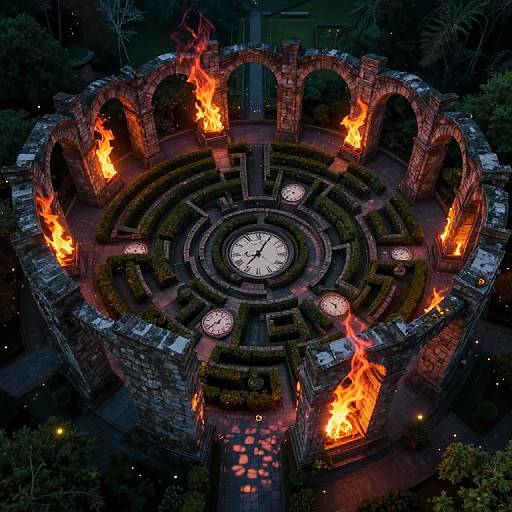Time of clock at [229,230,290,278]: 7:04
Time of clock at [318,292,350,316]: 5:51
